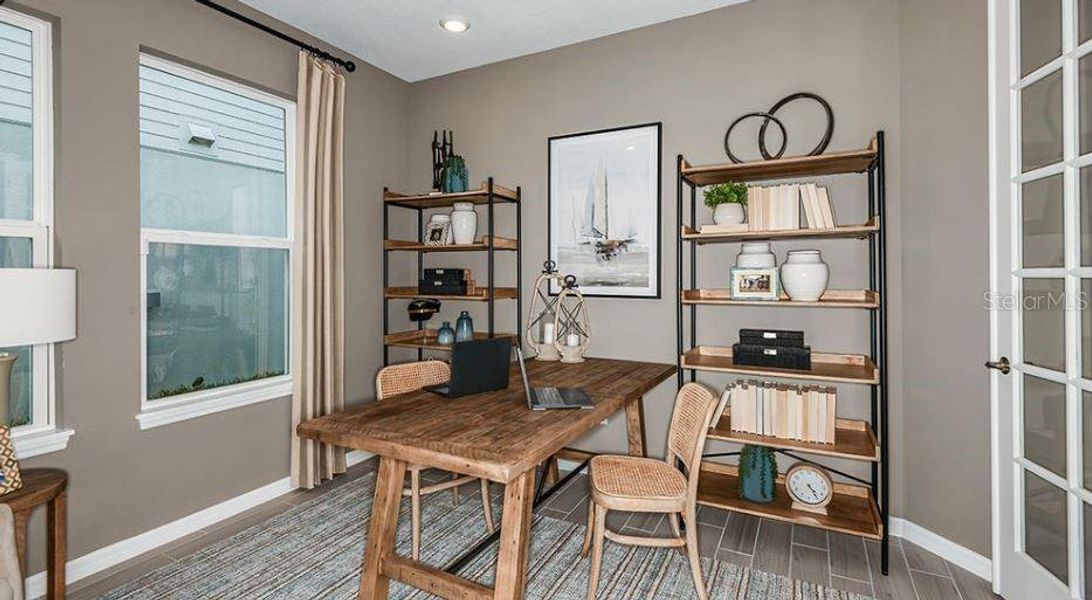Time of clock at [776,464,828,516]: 4:23
